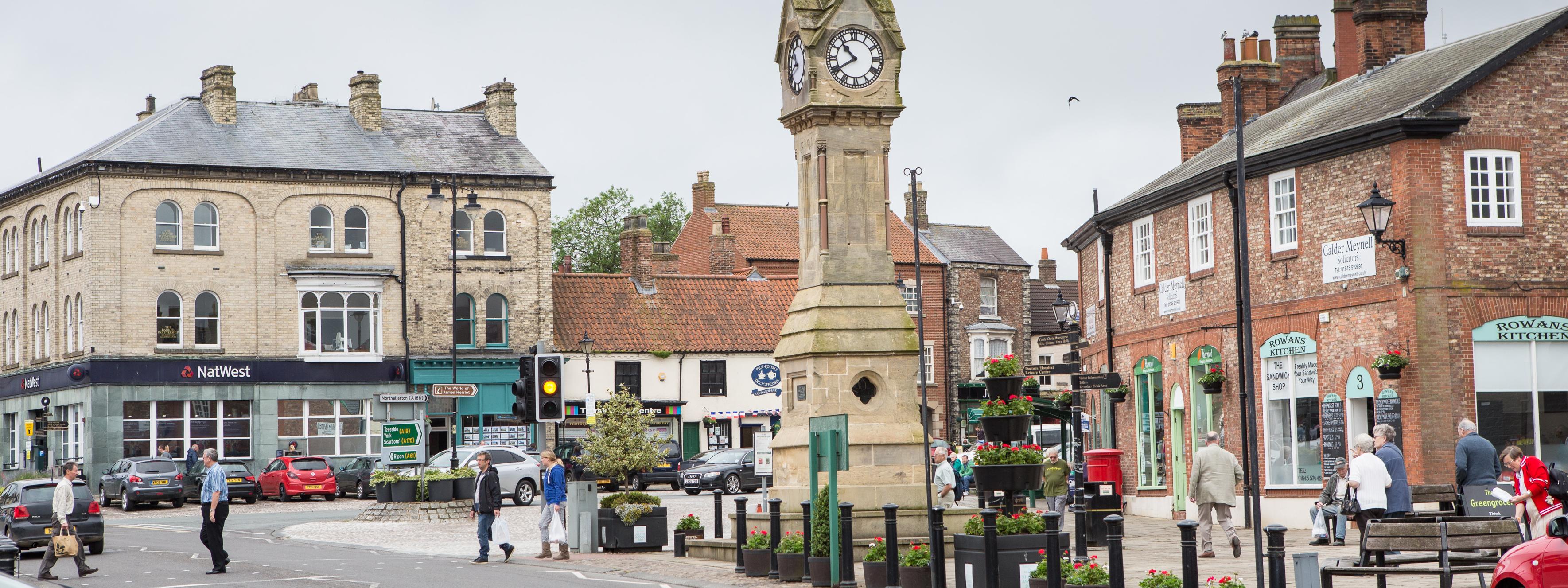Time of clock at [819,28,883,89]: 10:39
